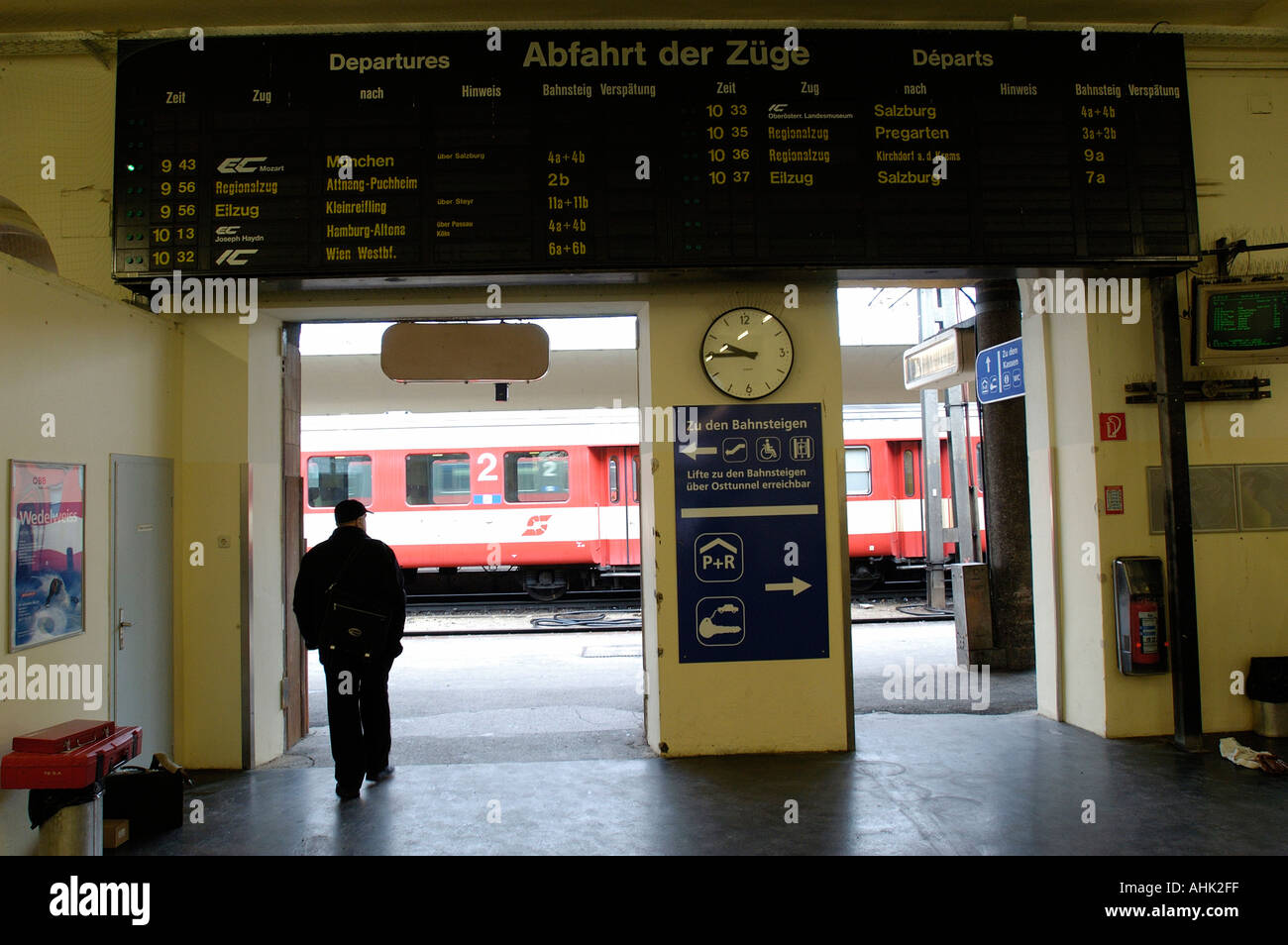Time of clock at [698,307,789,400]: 9:45
